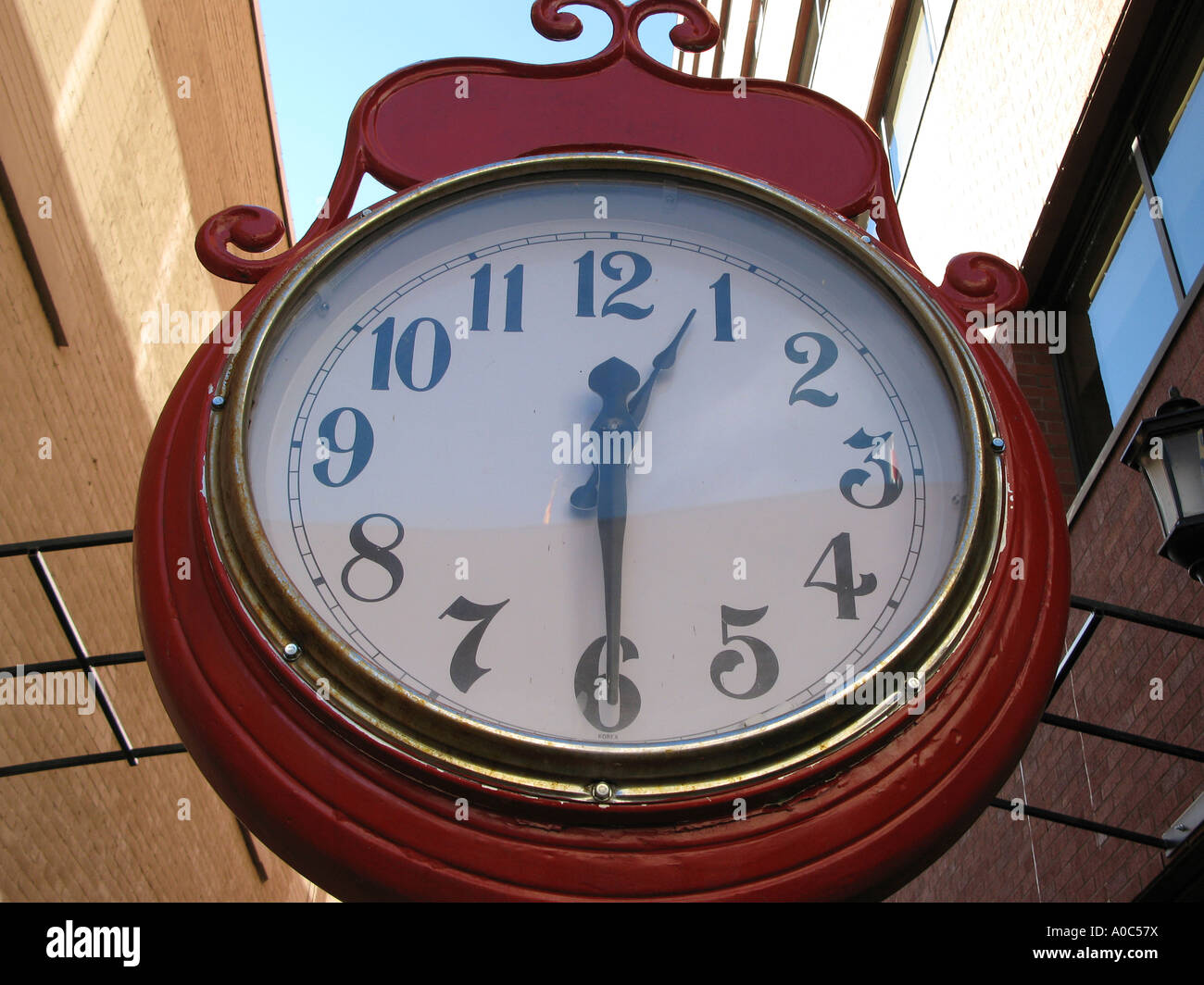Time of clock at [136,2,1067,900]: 12:29
